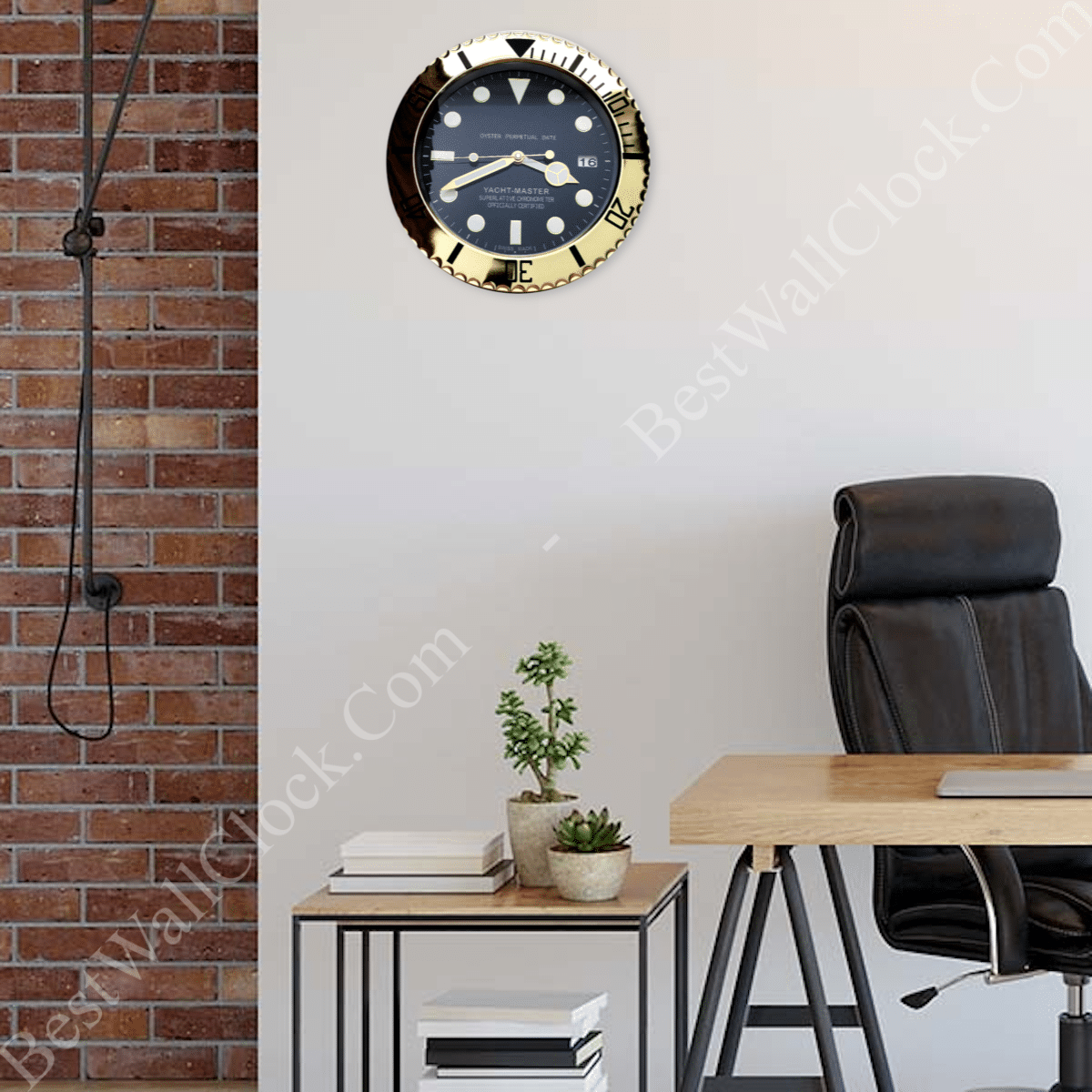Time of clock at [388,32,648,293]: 3:40
